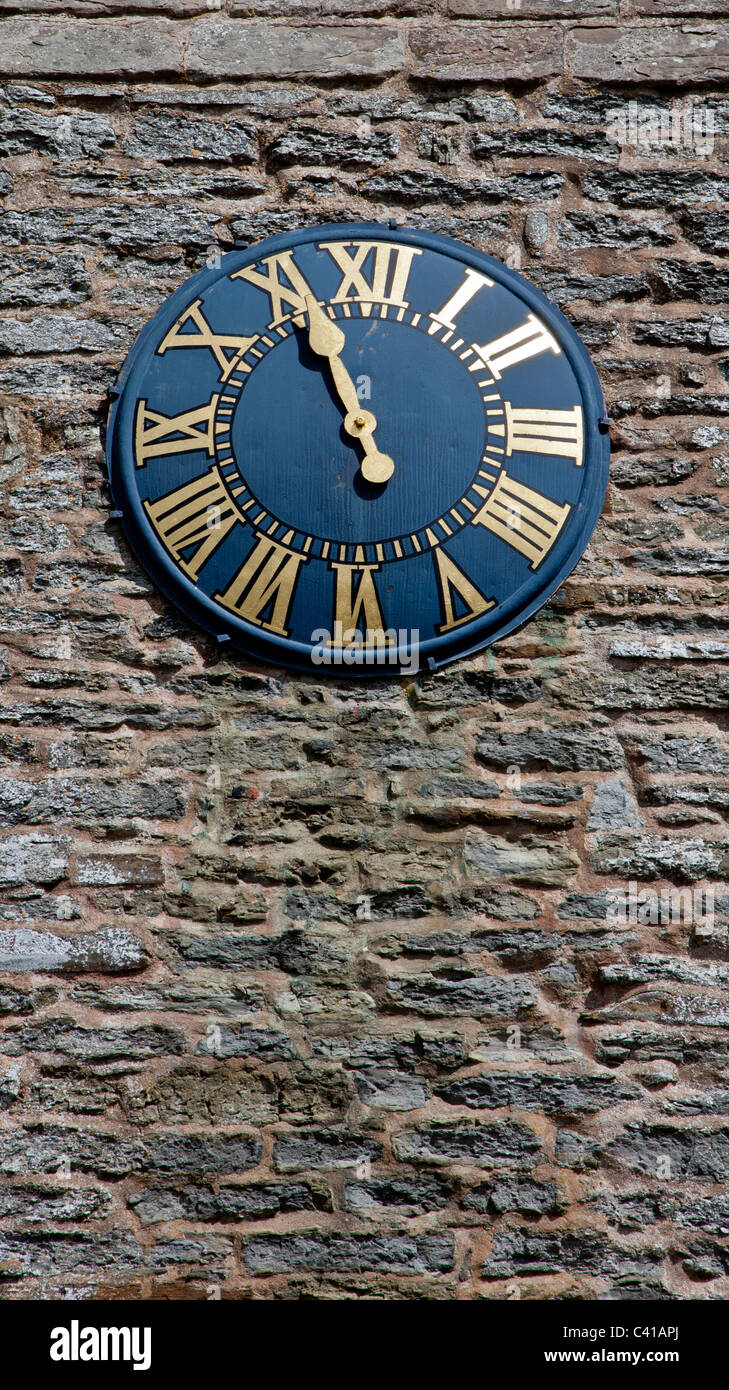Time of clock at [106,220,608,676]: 10:56
